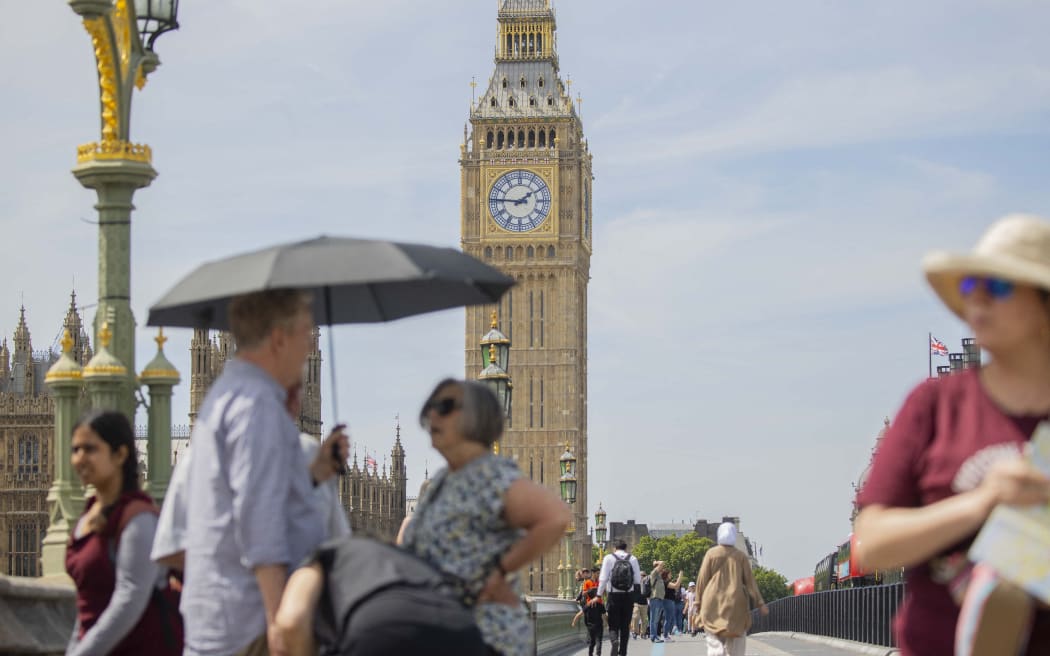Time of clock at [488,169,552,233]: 1:46
